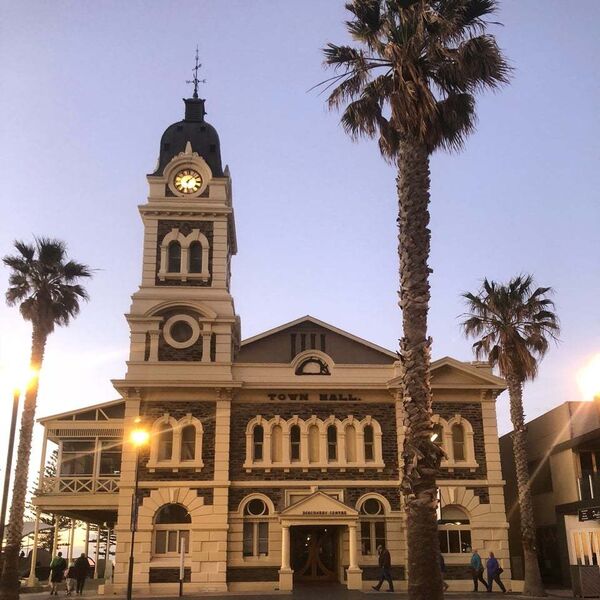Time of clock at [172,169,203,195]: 6:07
